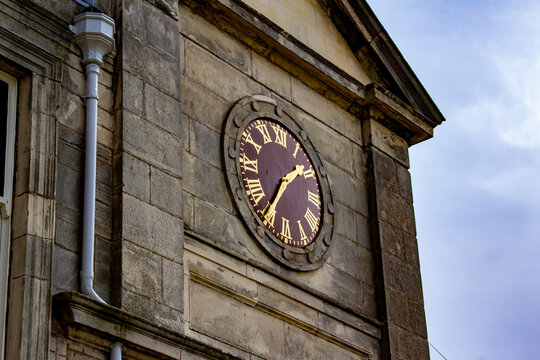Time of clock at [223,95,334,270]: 1:35
